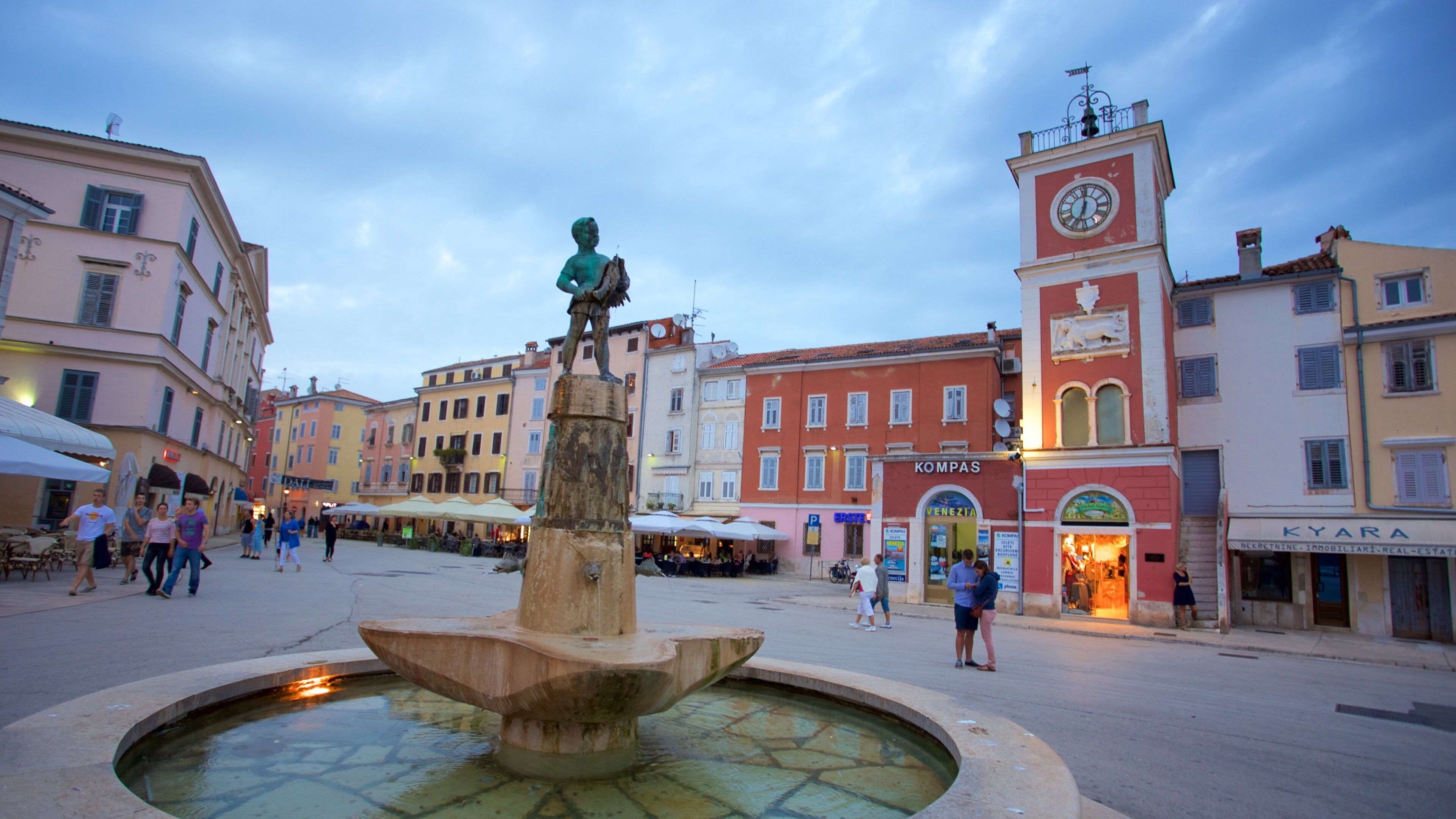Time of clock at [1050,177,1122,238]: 7:00
